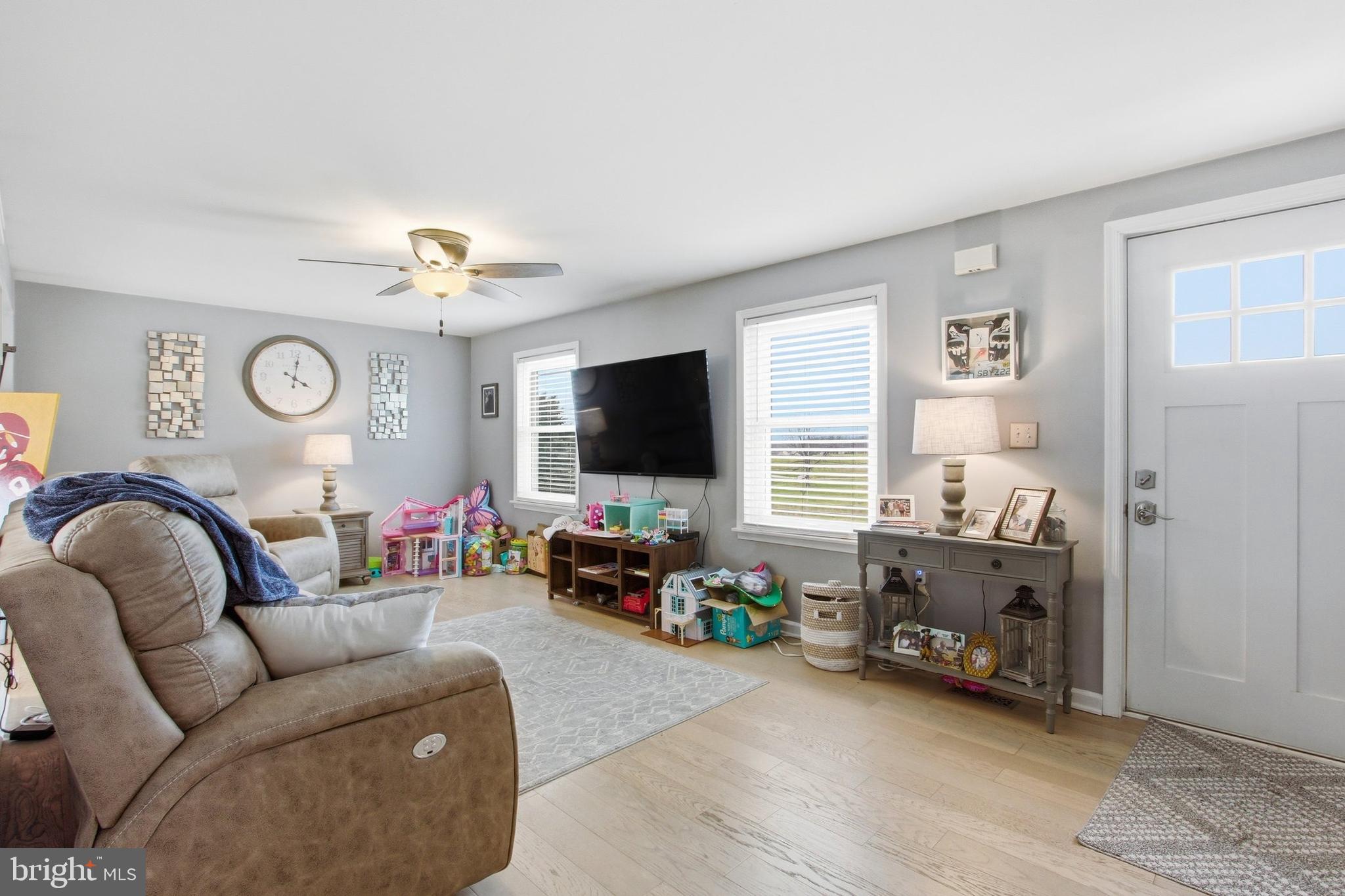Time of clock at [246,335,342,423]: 4:01
